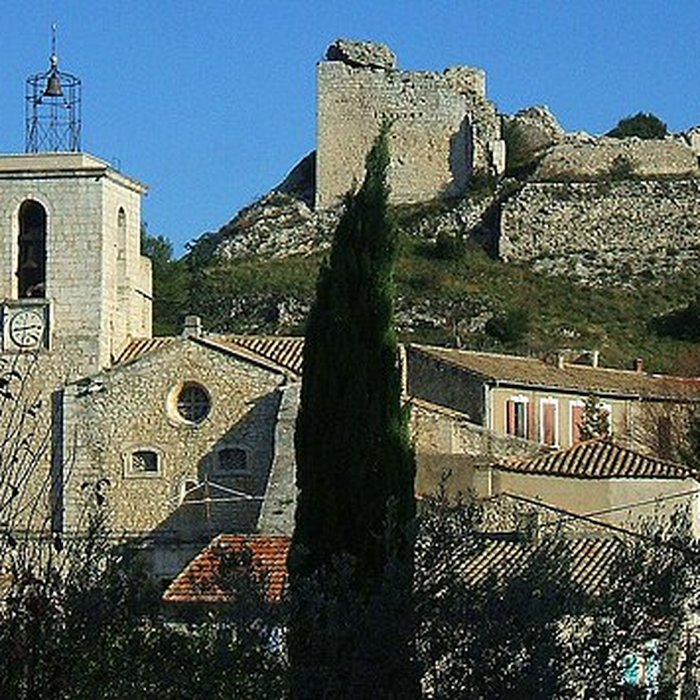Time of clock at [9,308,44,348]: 2:44
